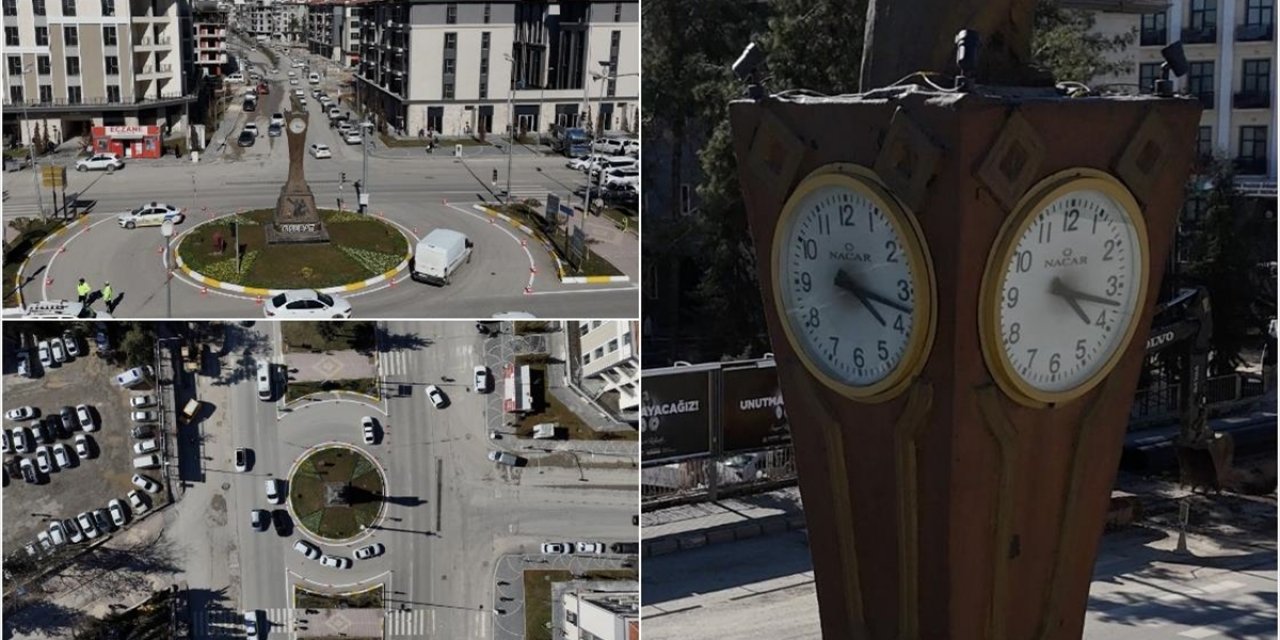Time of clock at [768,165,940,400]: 4:17
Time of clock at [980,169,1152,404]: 4:17
